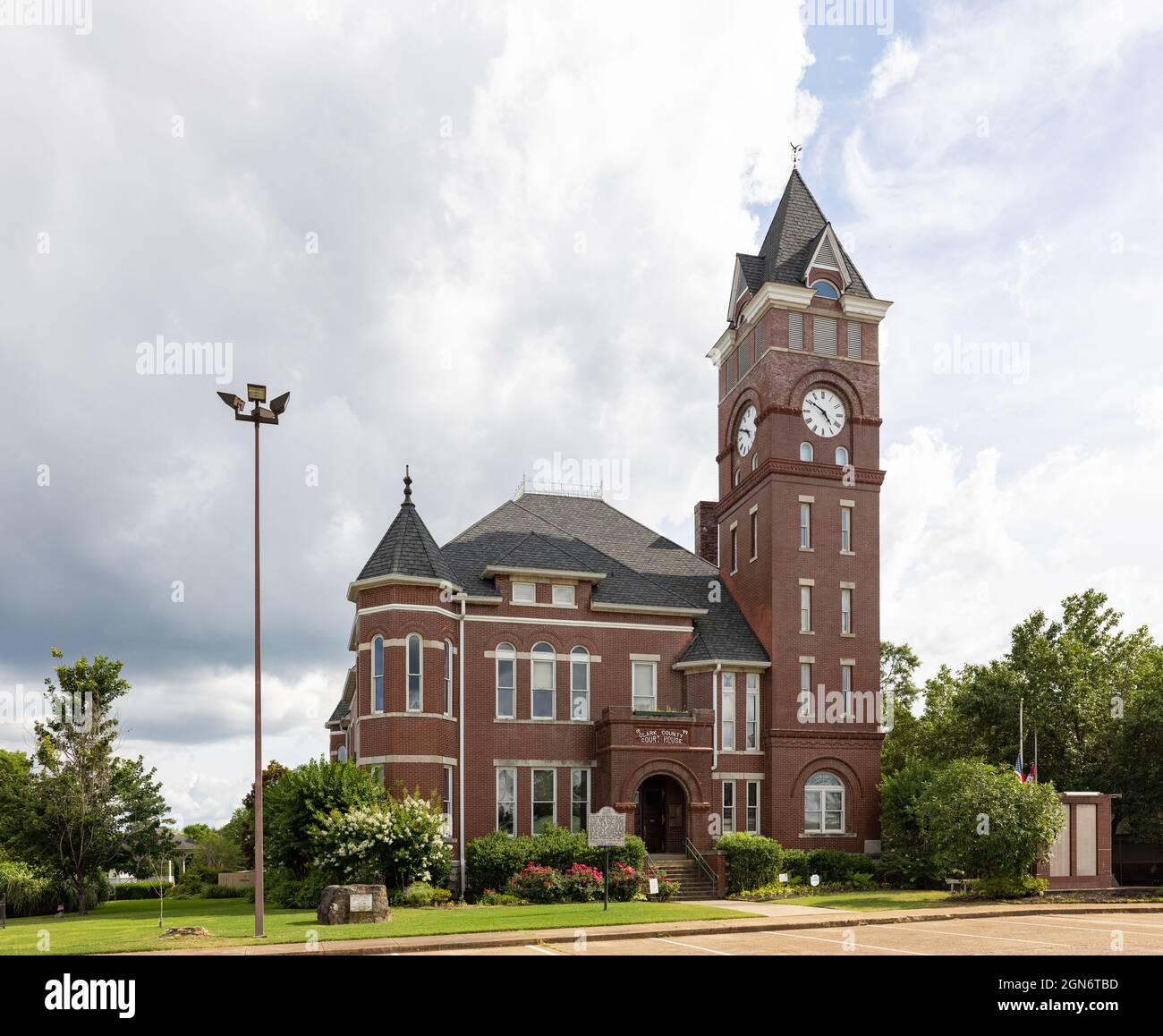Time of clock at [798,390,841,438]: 4:50
